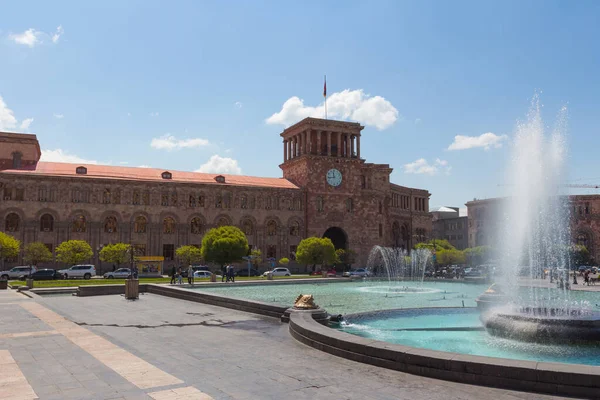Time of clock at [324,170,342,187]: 11:43
